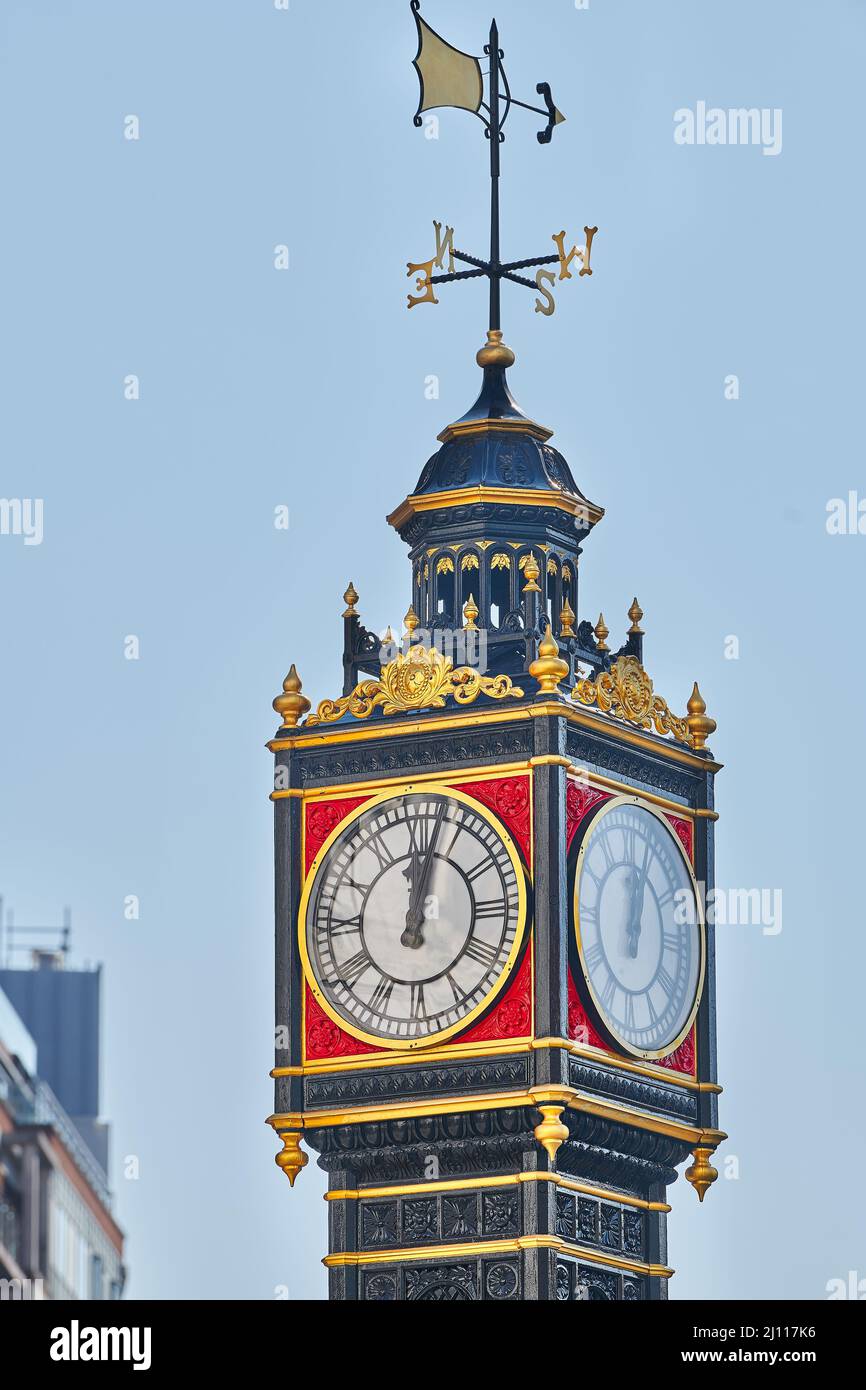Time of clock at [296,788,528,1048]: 12:02
